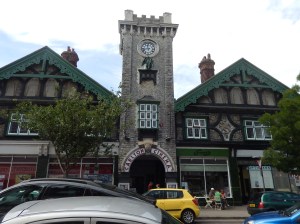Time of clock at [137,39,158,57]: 11:42
